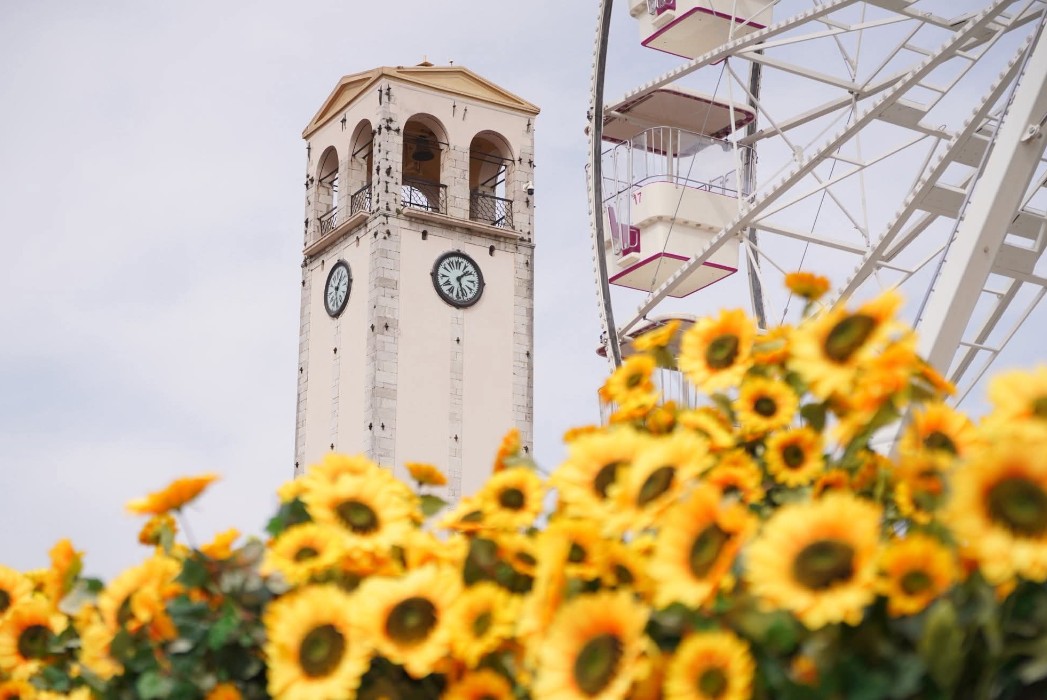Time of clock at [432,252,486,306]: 1:26
